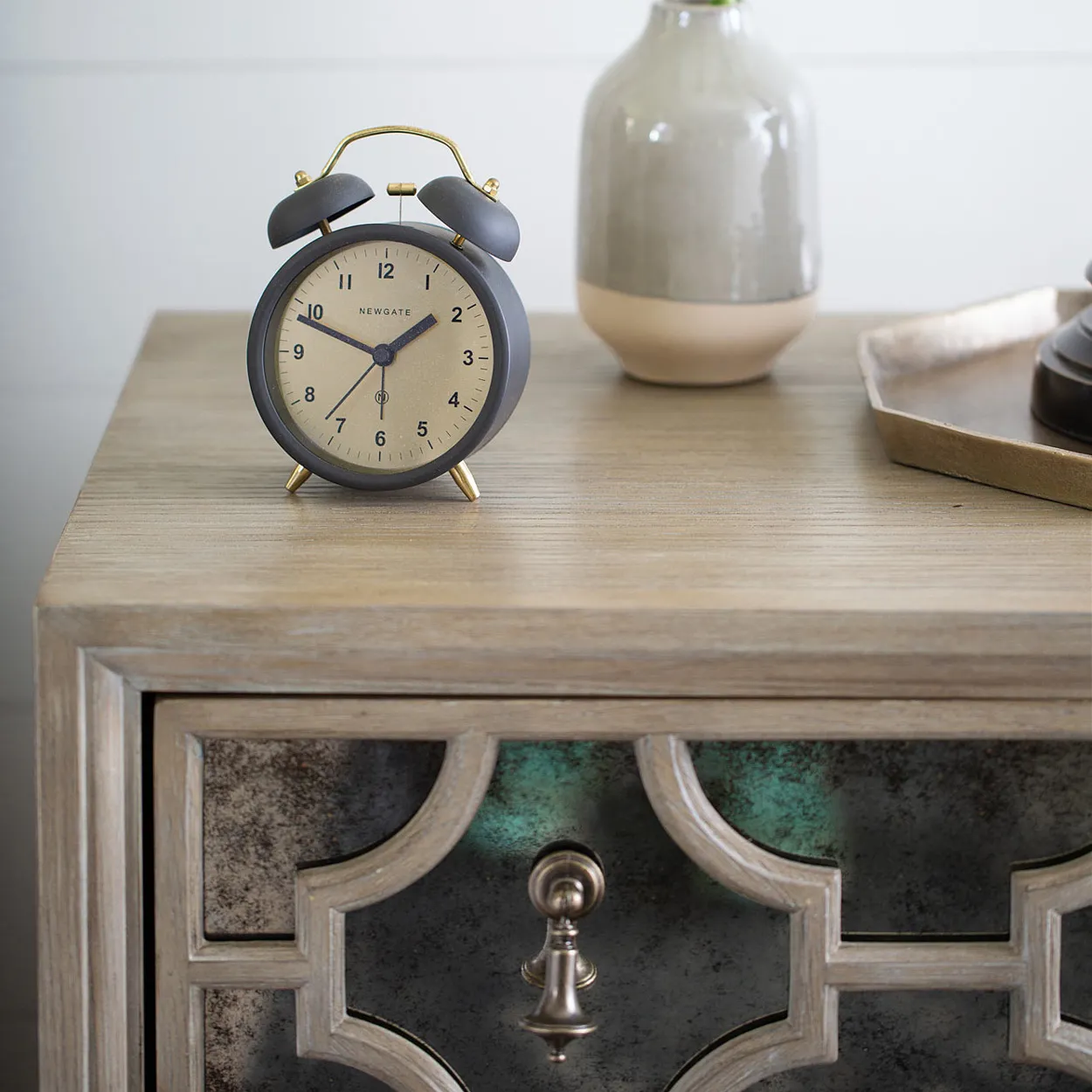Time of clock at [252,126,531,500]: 1:48
